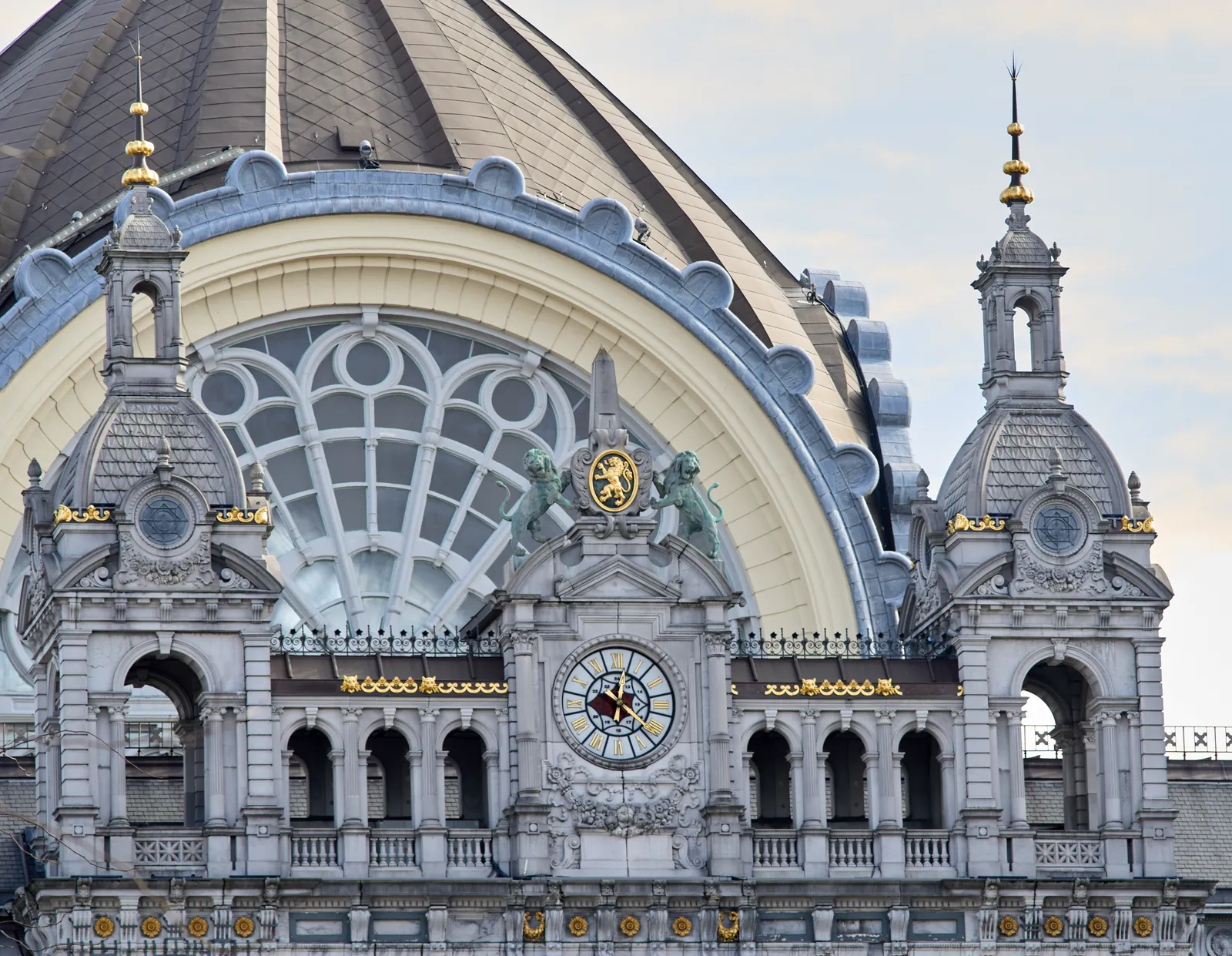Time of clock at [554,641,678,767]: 2:02
